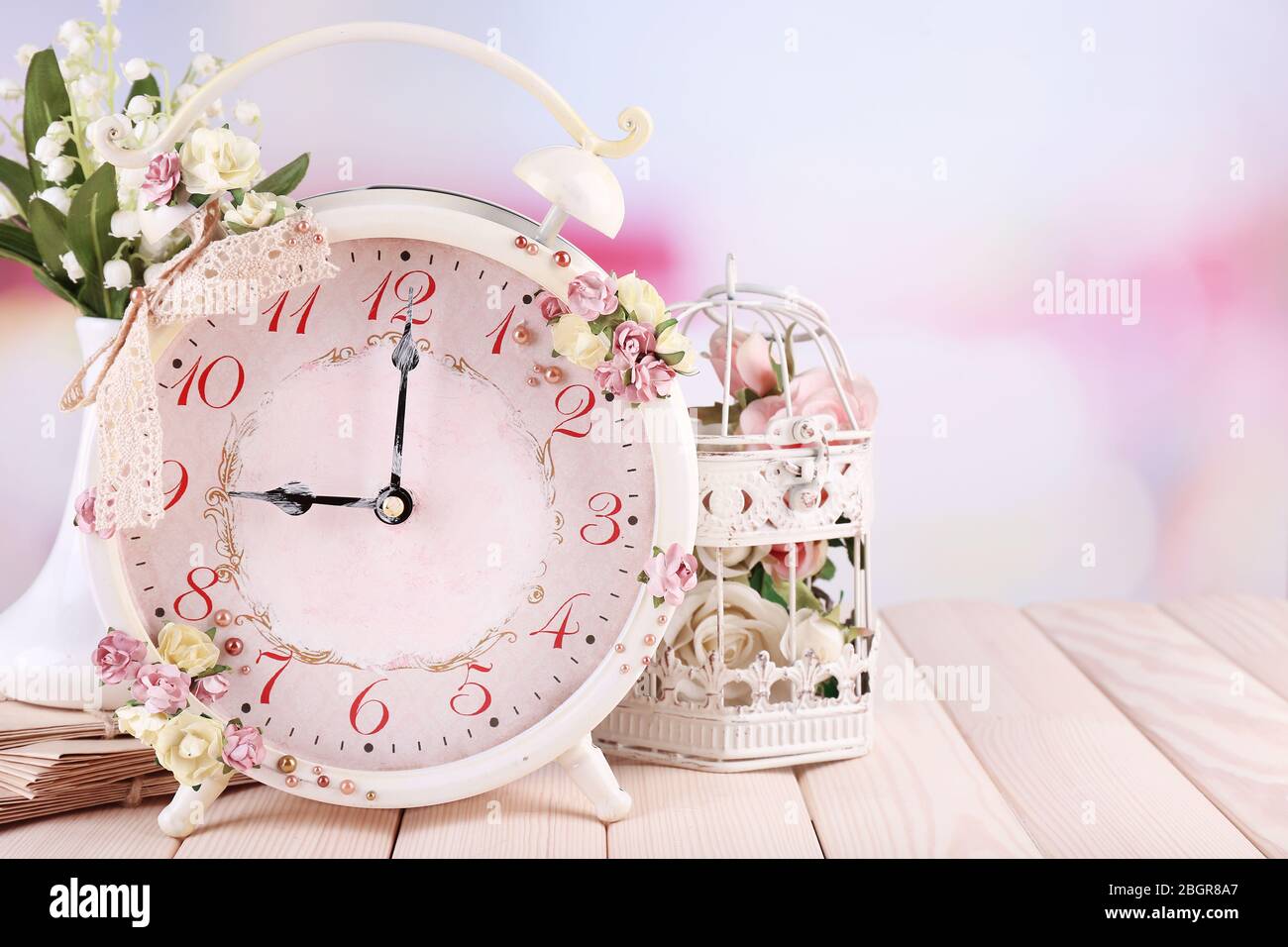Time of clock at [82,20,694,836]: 9:00
